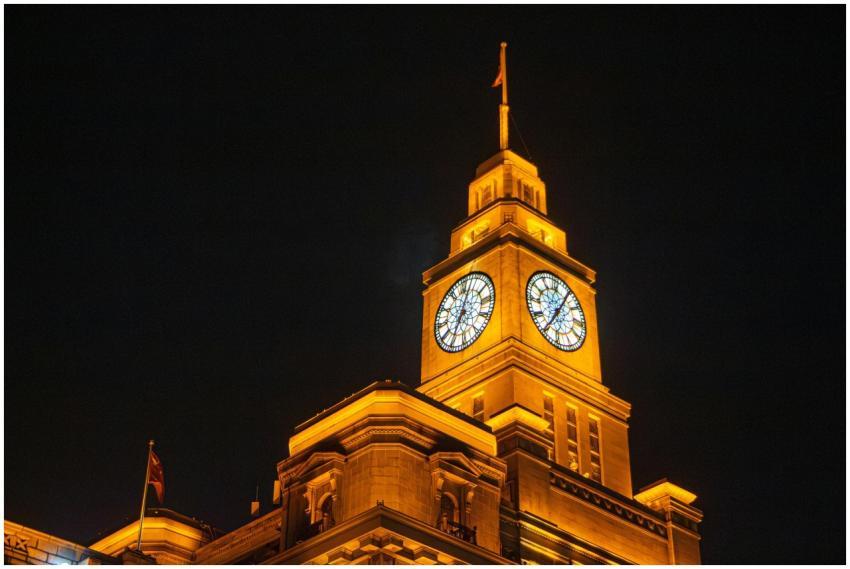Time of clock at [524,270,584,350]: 7:05
